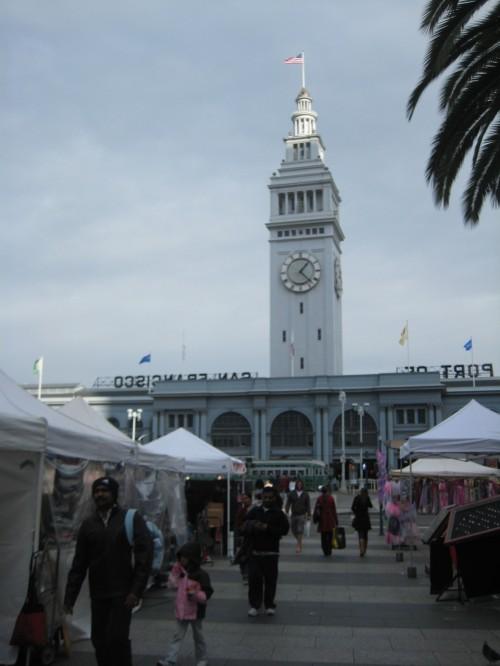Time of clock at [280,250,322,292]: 1:22
